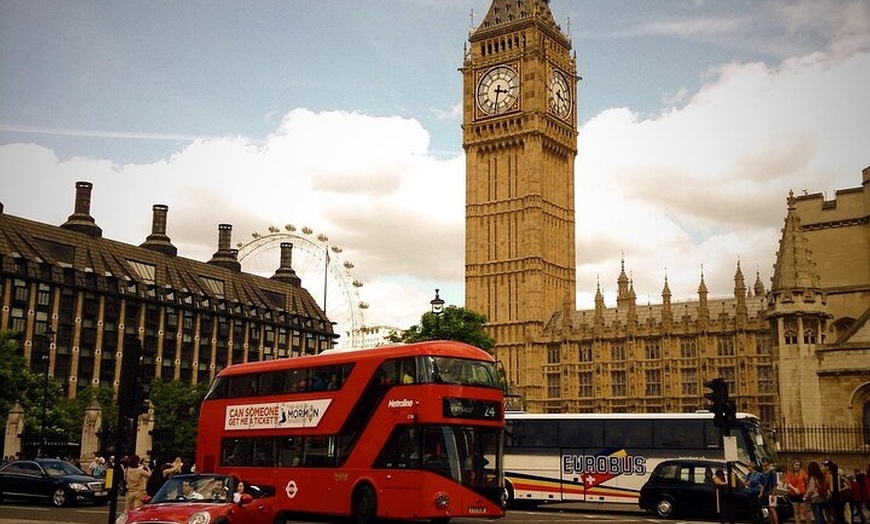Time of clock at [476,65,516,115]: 3:32
